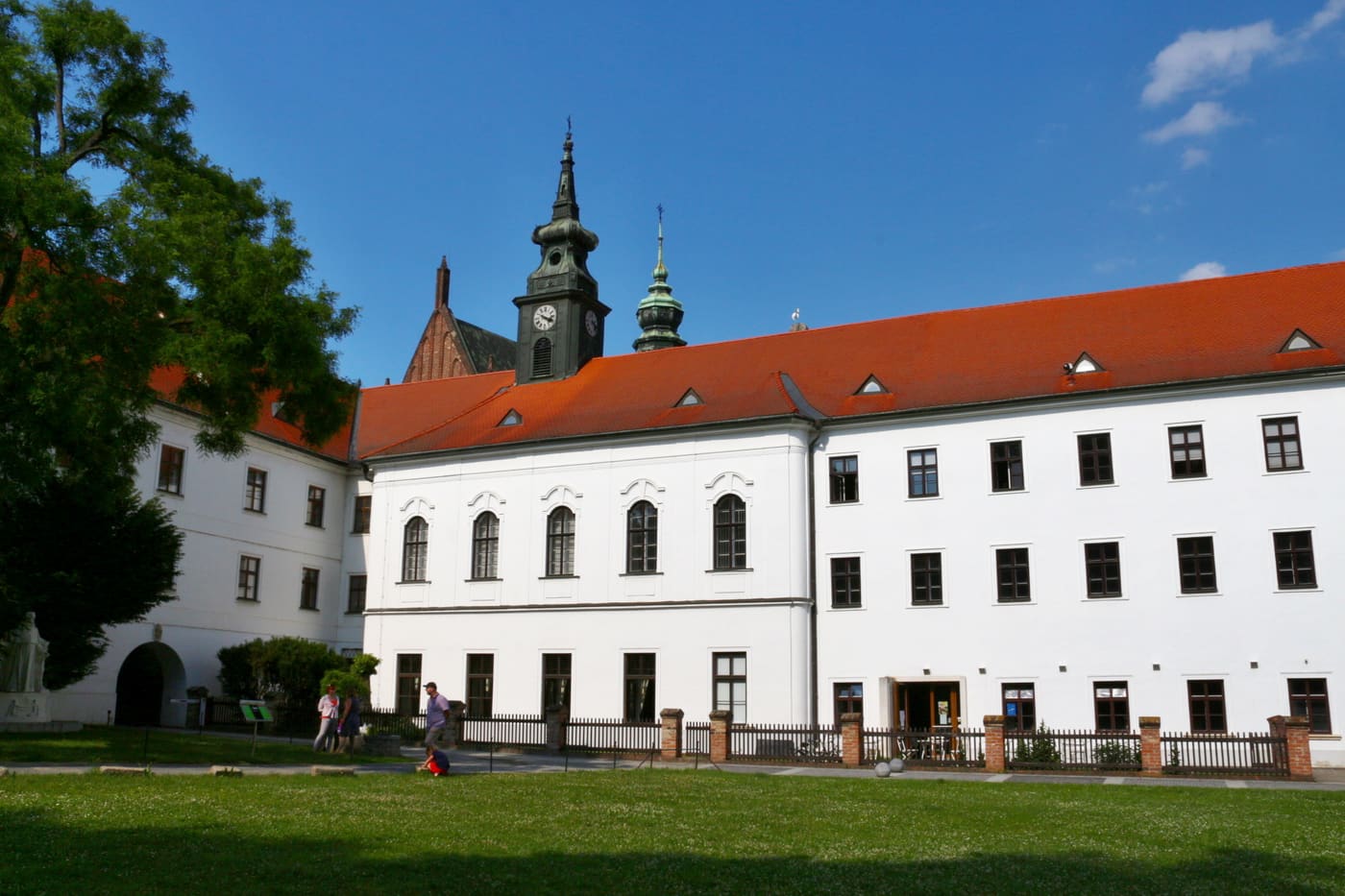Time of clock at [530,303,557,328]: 4:18
